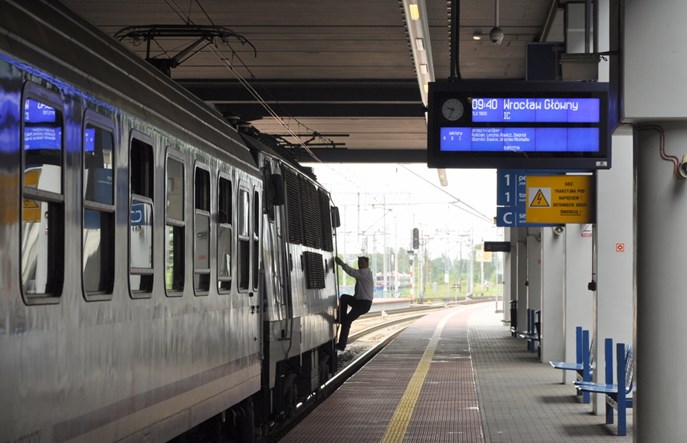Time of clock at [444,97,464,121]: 9:34
